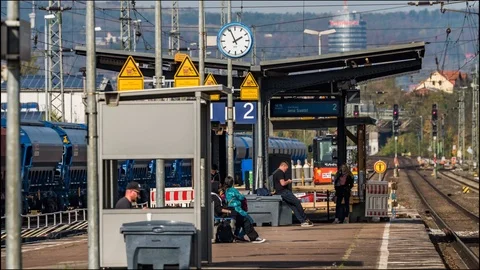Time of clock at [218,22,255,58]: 1:56
